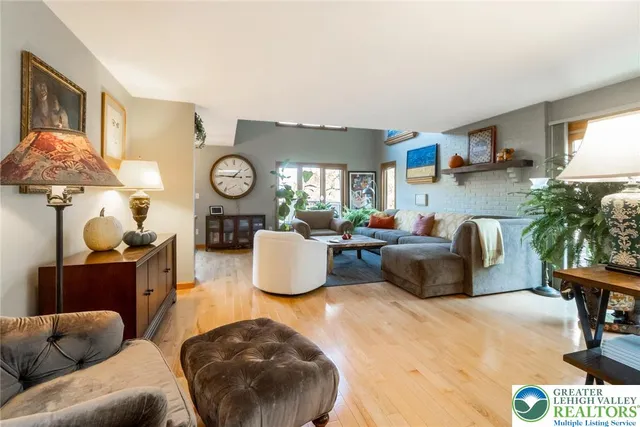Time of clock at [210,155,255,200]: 1:45
